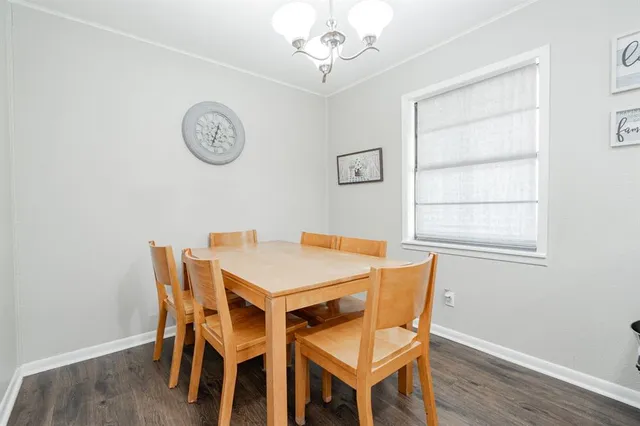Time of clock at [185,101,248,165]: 12:33
